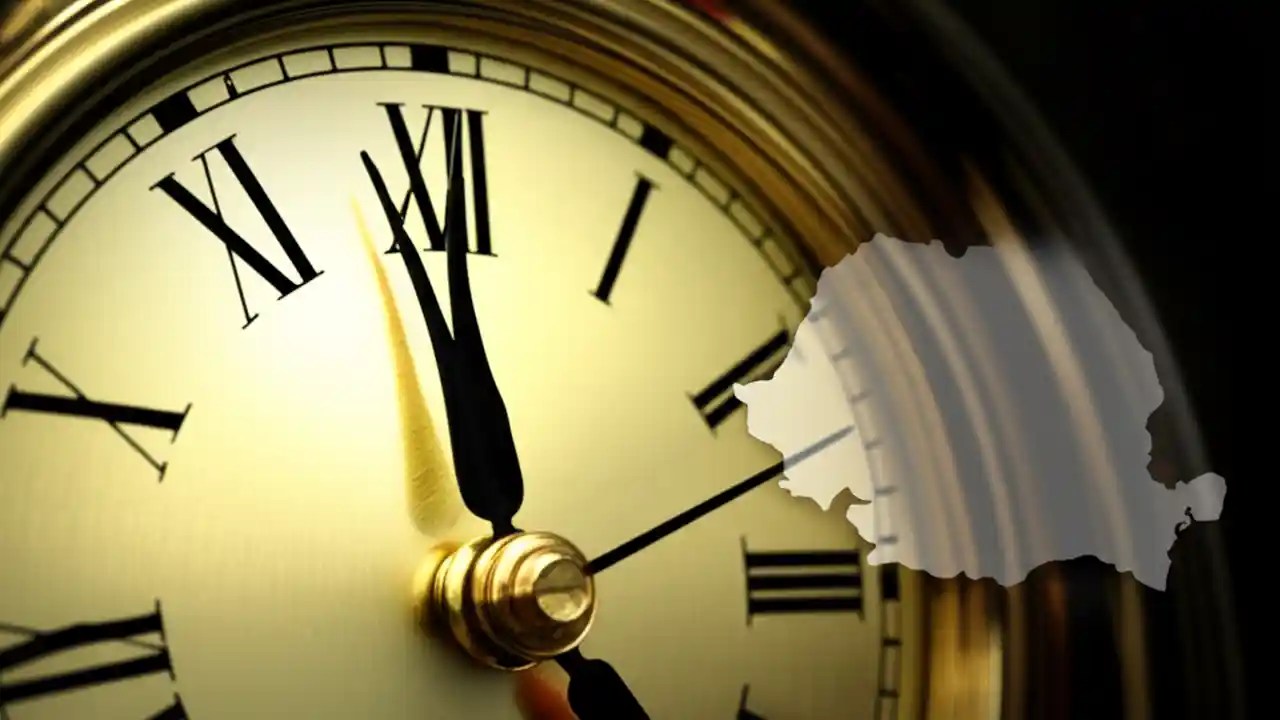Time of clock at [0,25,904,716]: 11:58
